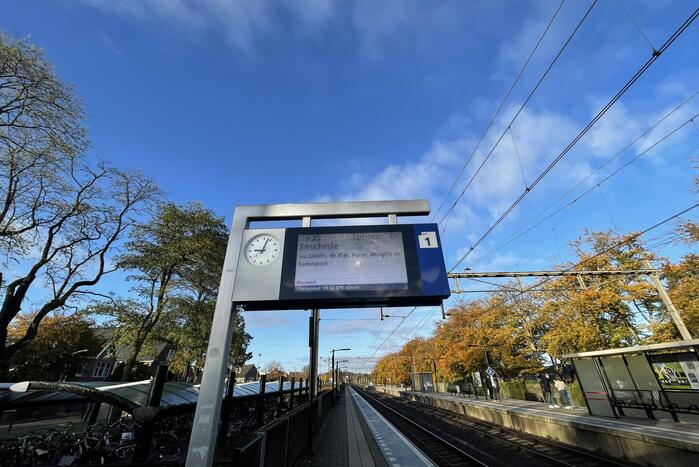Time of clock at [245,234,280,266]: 9:02
